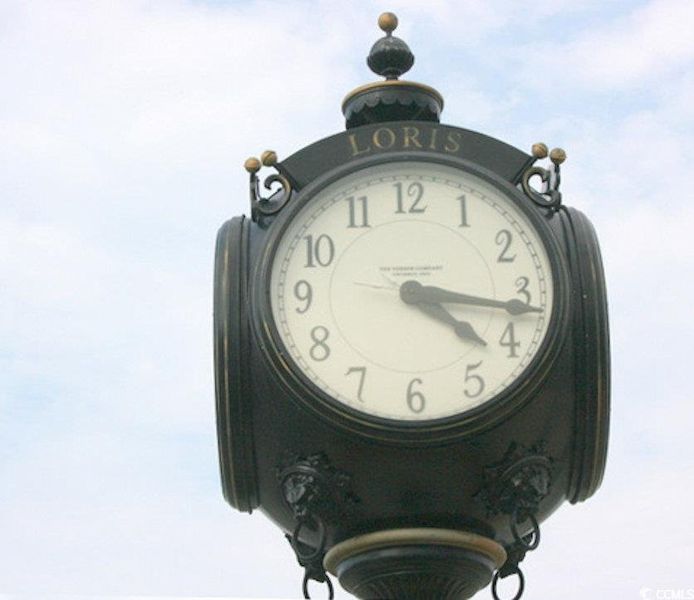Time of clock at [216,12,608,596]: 4:16
